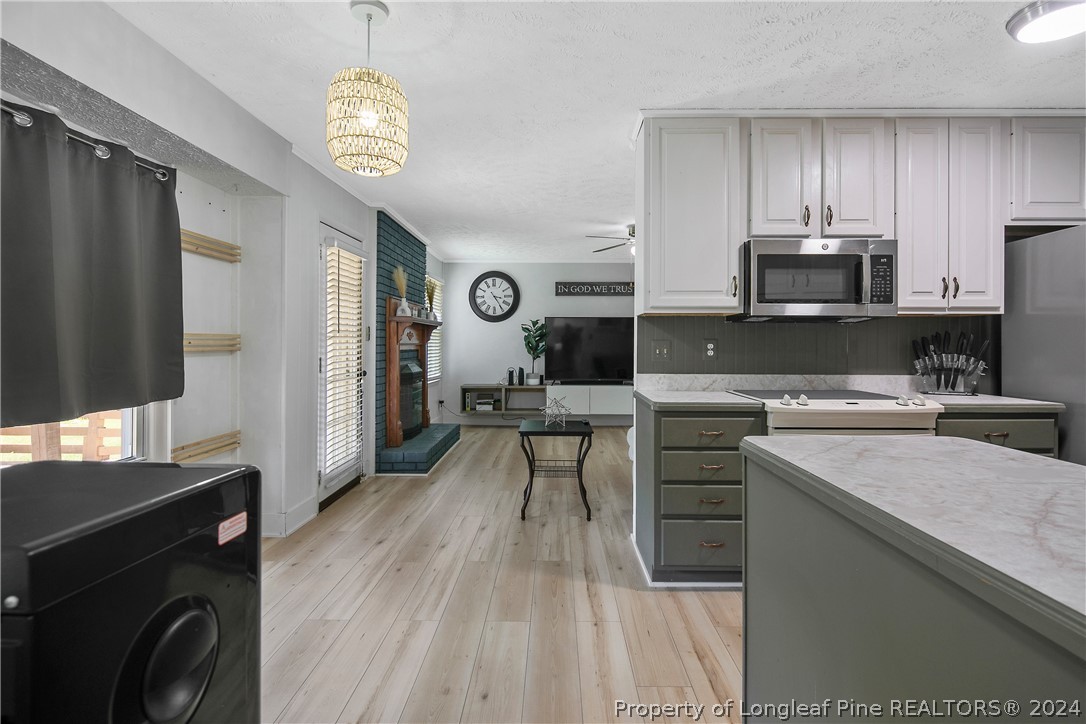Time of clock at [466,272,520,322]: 3:24
